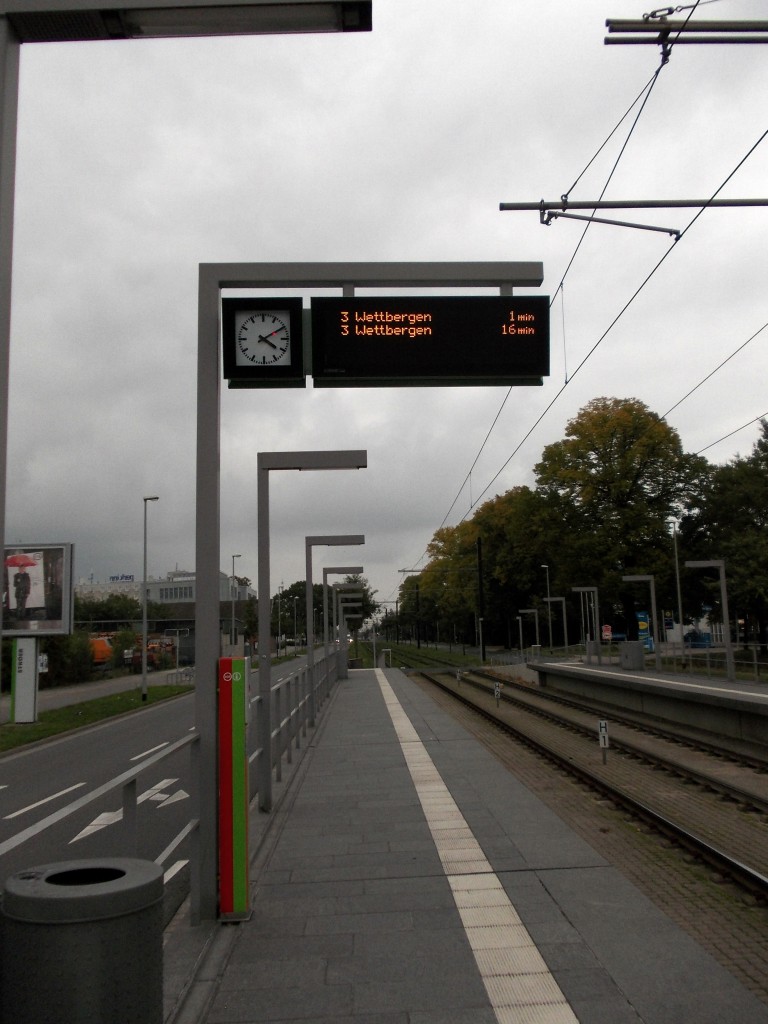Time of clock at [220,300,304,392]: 4:09
